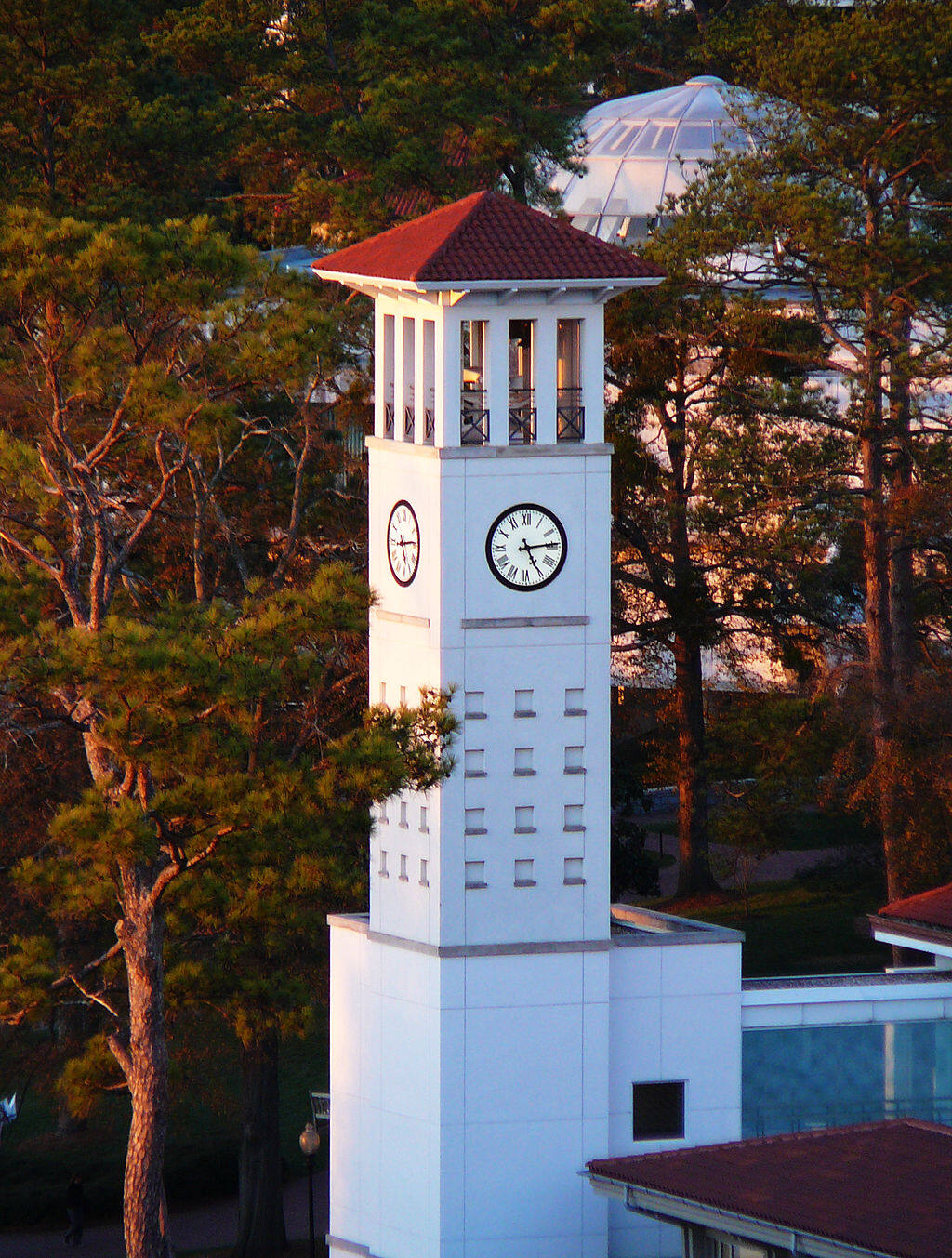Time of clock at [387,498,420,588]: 5:14
